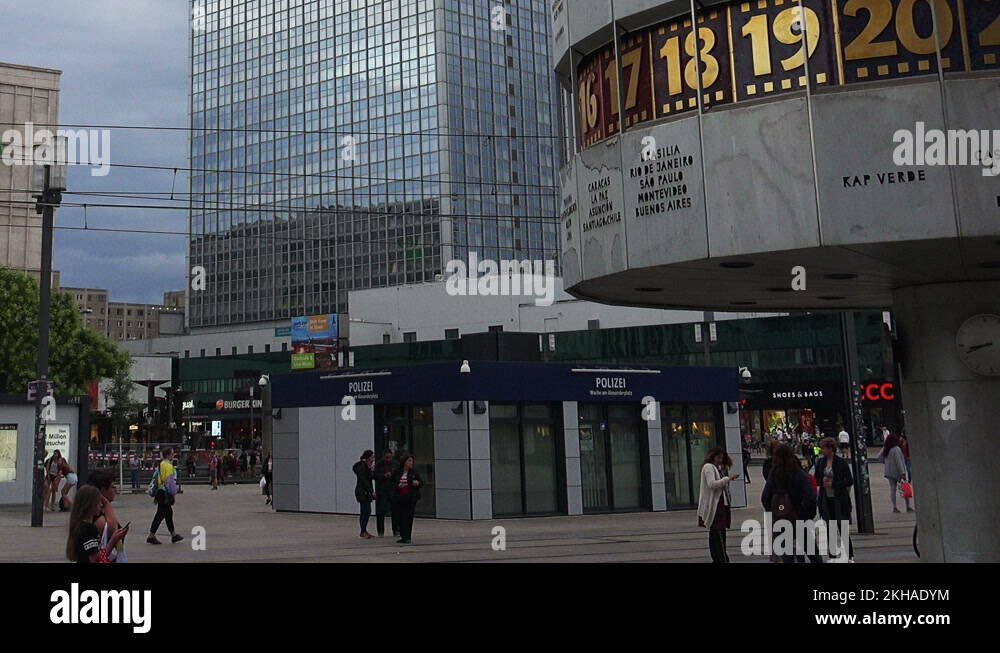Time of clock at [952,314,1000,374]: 8:41
